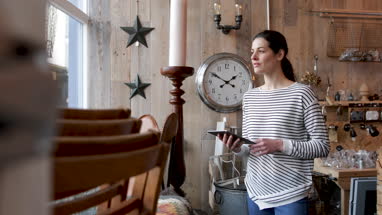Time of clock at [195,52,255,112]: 1:50
